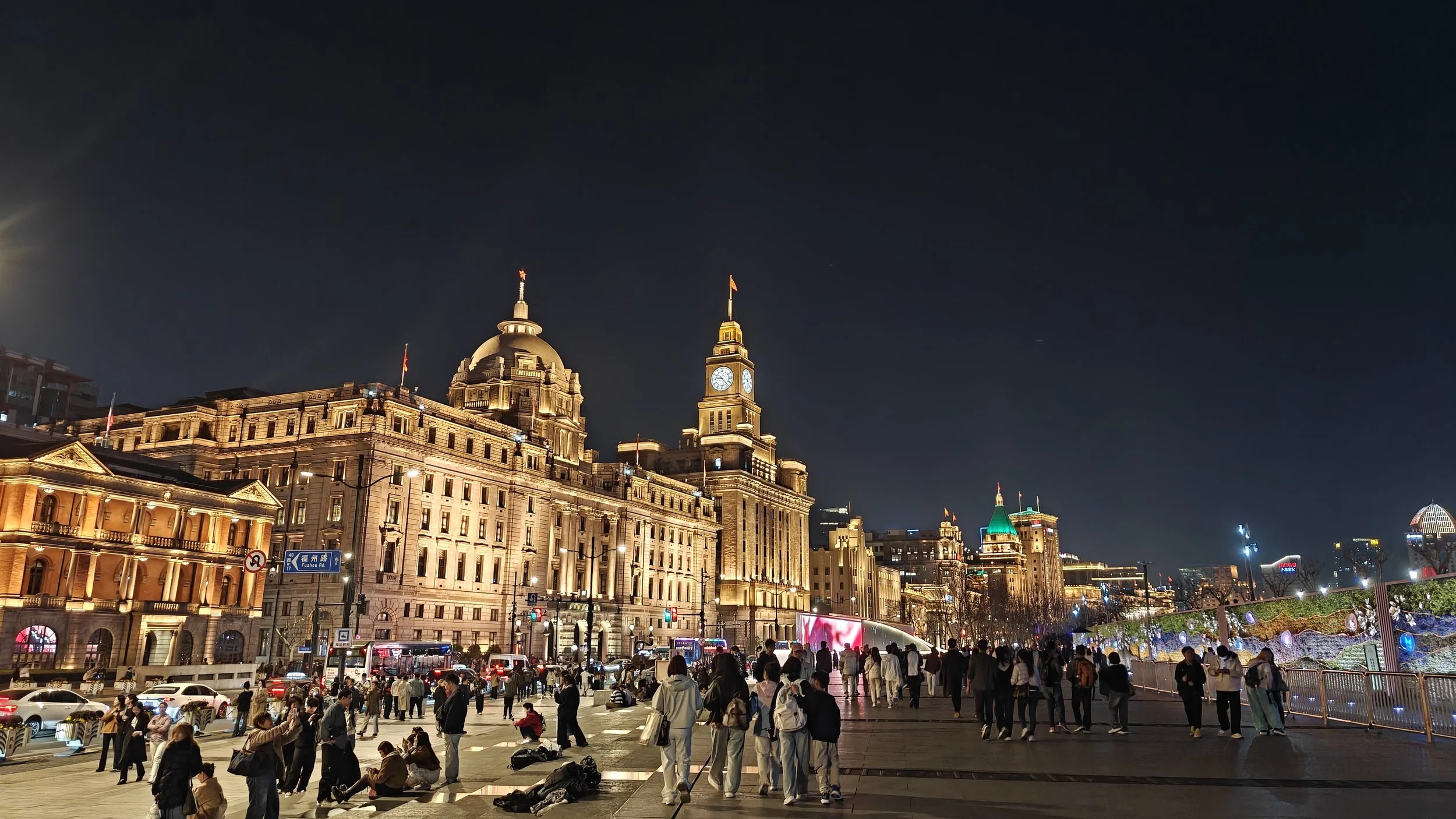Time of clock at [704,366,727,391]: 9:22
